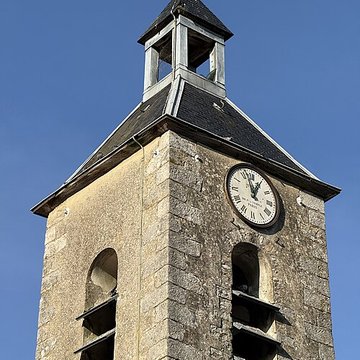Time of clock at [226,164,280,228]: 12:57
